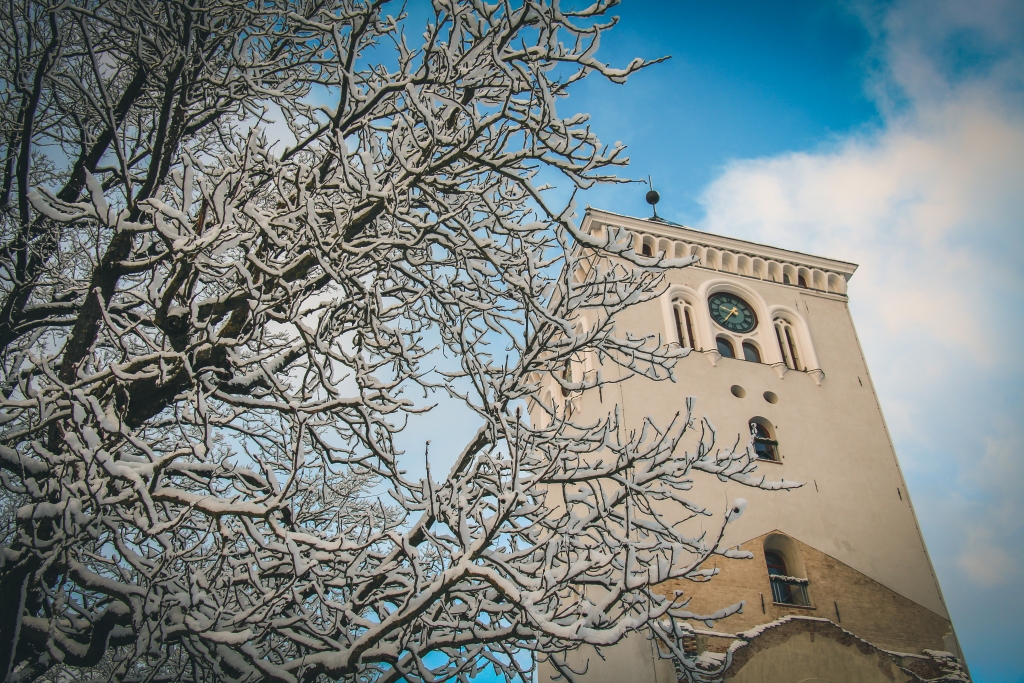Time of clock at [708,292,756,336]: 9:36
